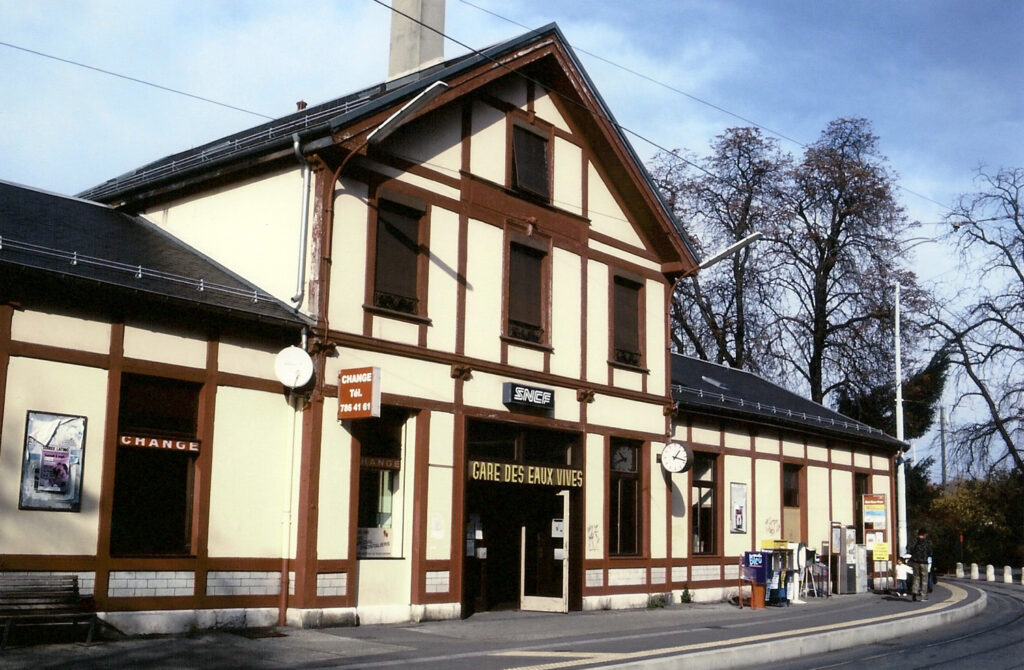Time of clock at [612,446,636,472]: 10:41
